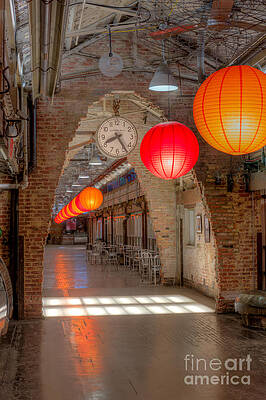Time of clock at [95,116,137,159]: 8:24
